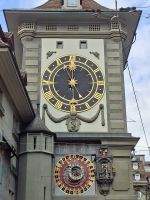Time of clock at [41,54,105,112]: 11:57
